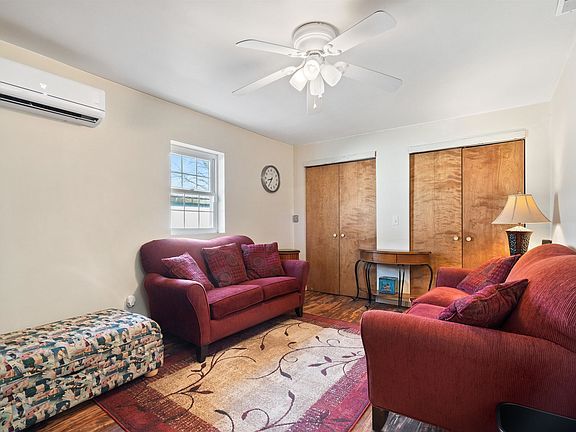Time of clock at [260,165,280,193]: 8:34
